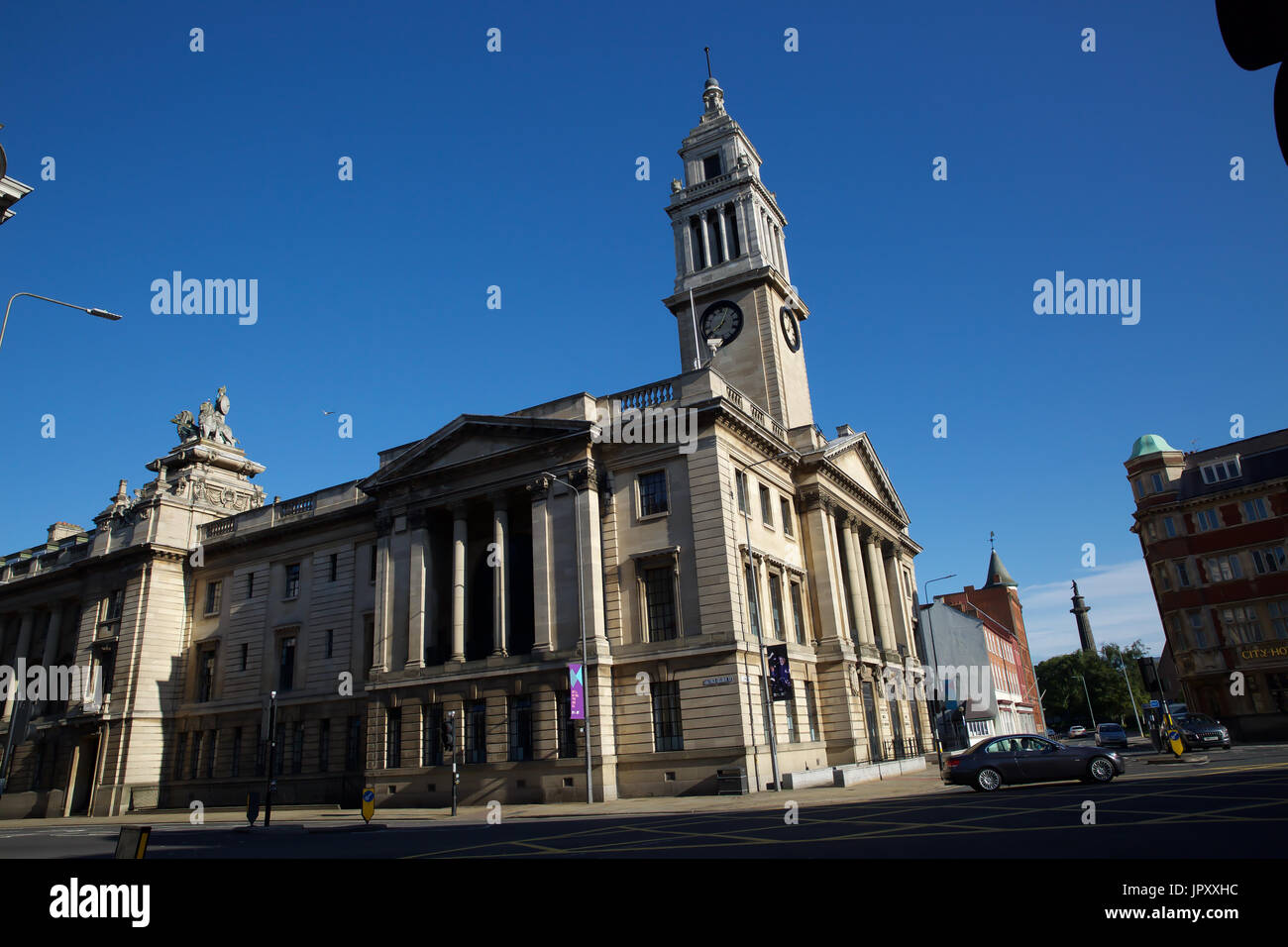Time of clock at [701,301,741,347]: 8:04
